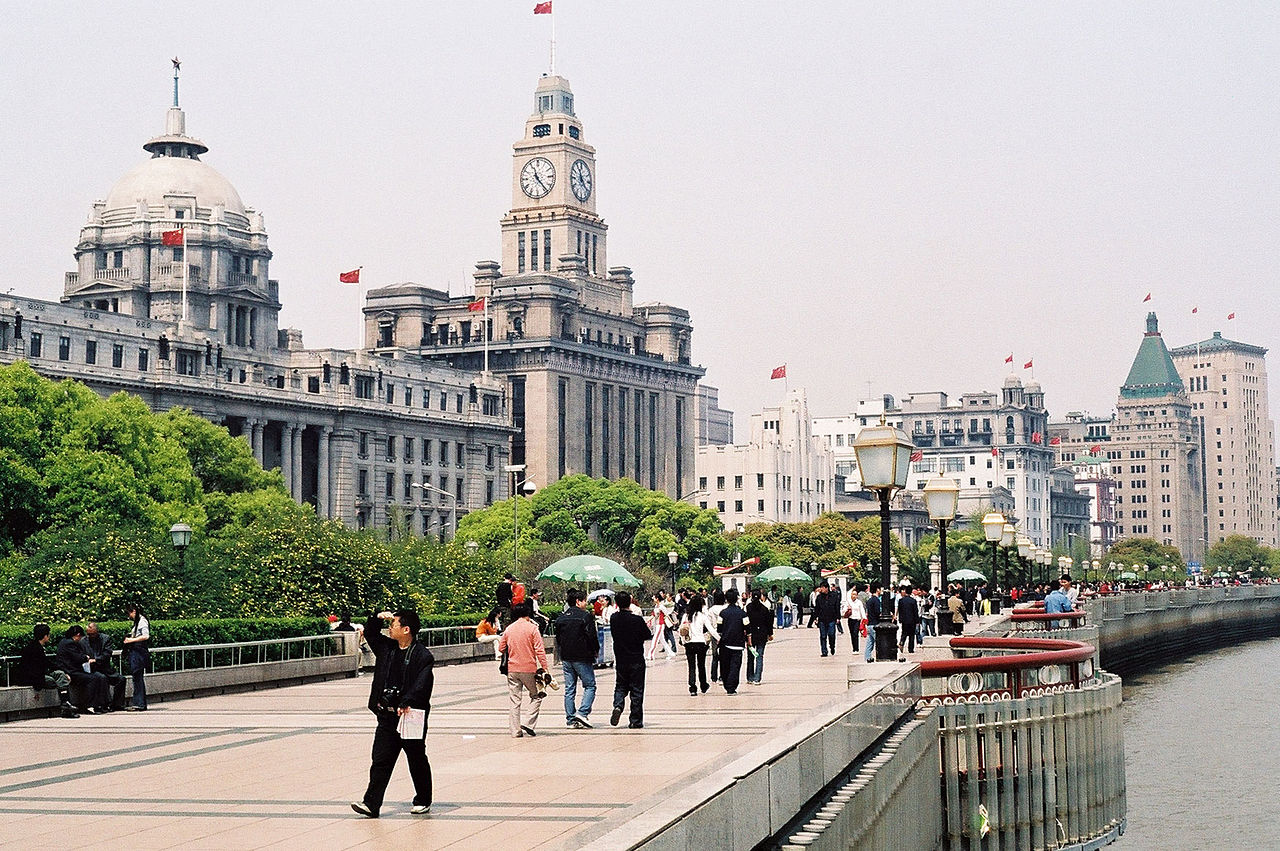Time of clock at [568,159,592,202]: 11:21
